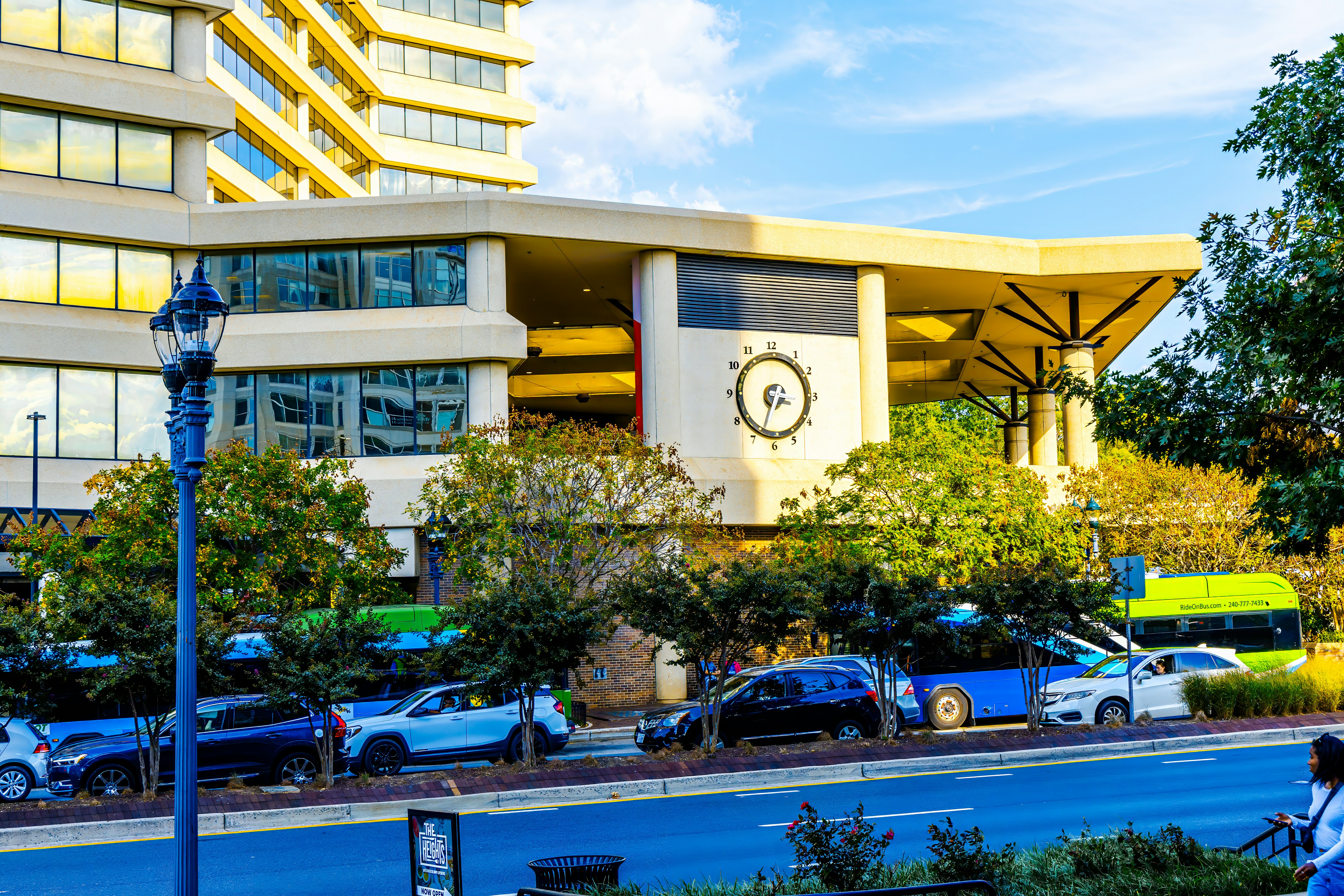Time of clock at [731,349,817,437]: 3:33
